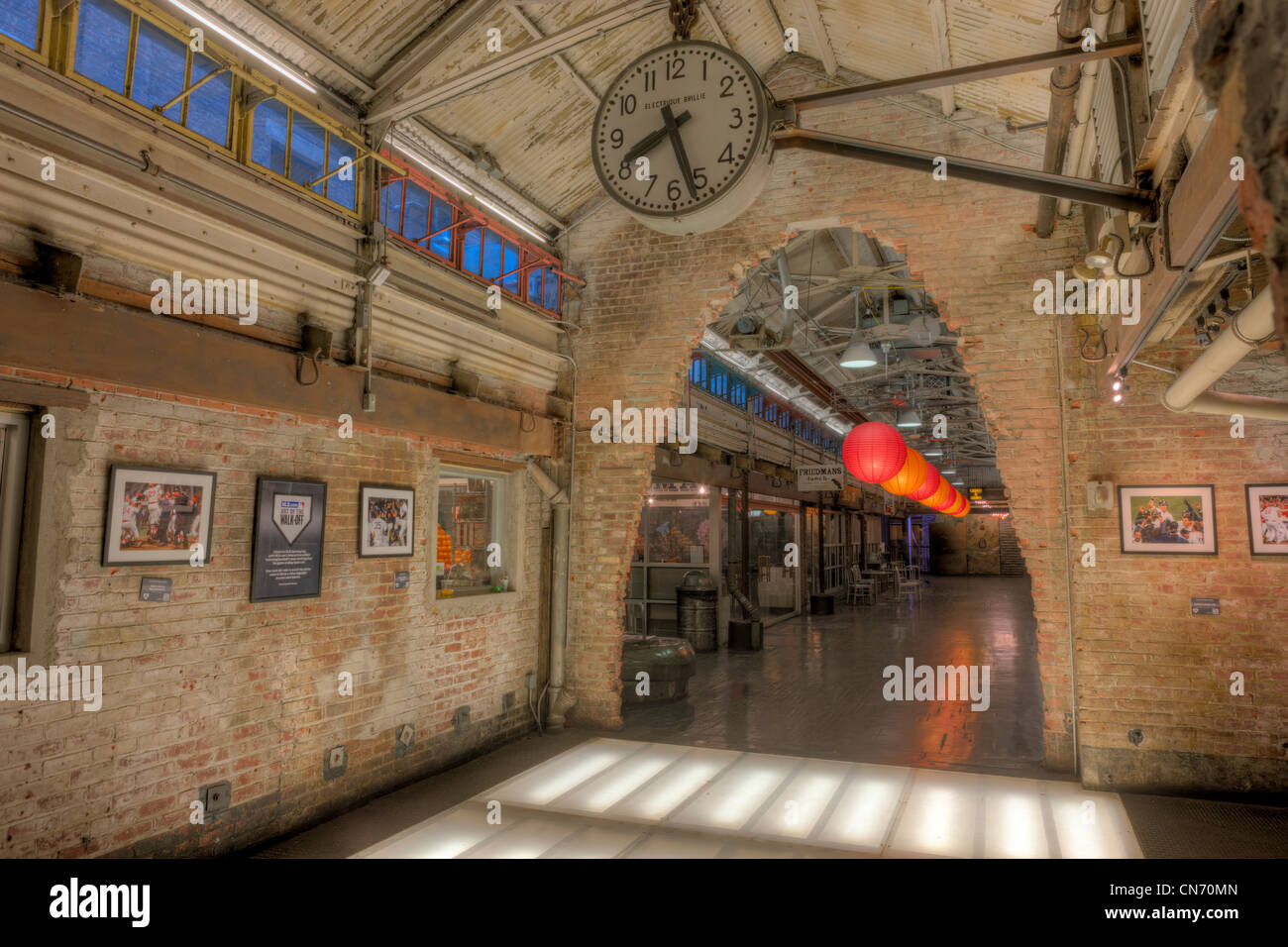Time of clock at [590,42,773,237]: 8:26
